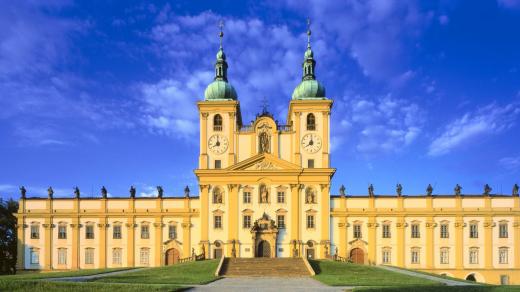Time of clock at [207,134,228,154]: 7:59
